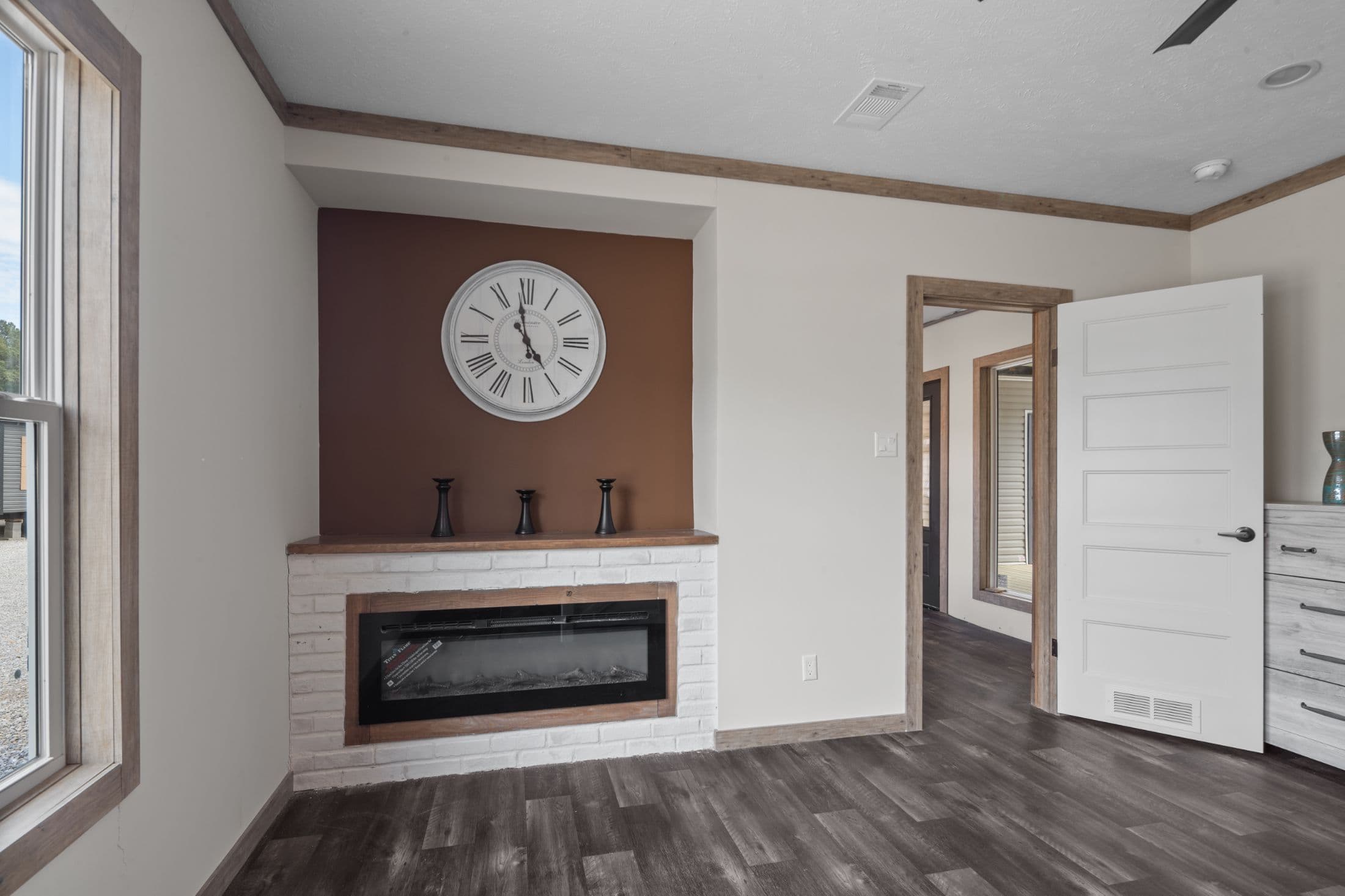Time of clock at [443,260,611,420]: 4:58
